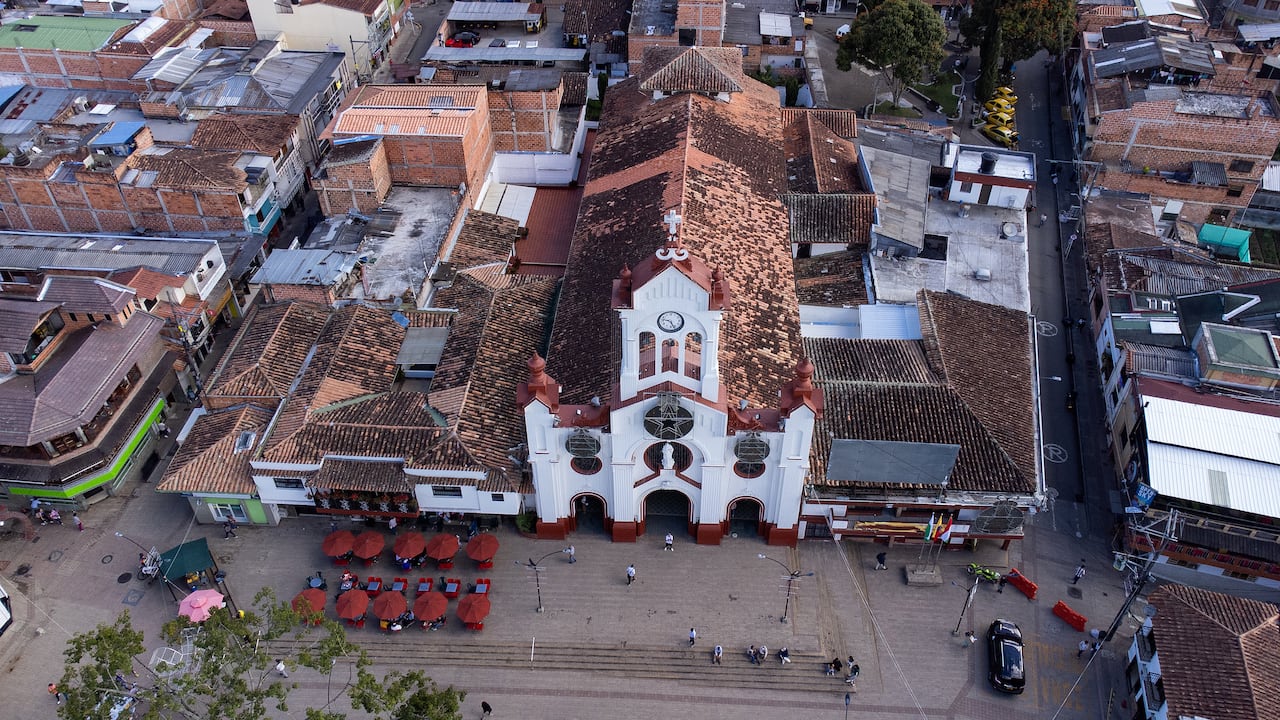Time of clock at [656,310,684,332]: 9:26
